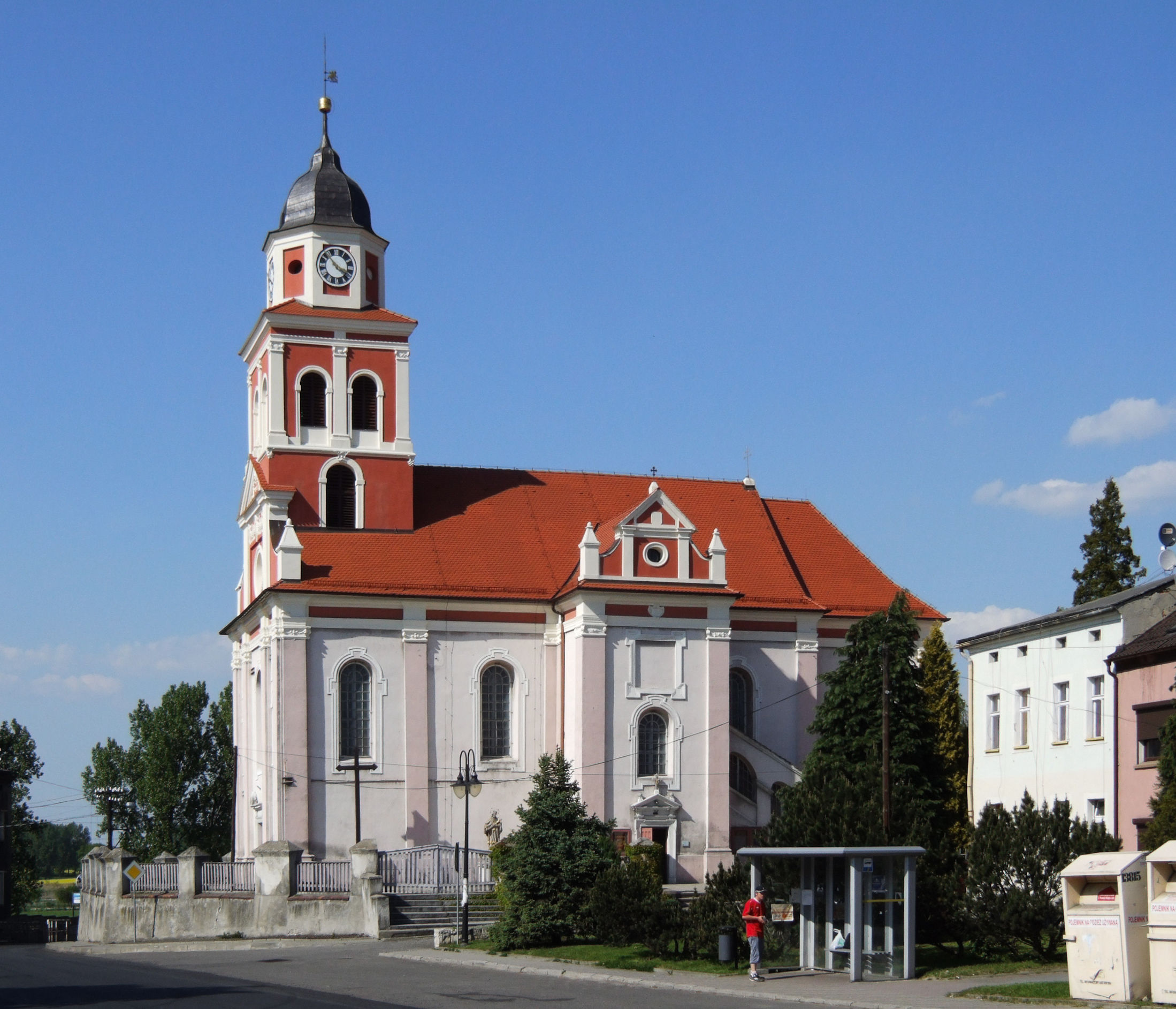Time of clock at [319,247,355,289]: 3:53
